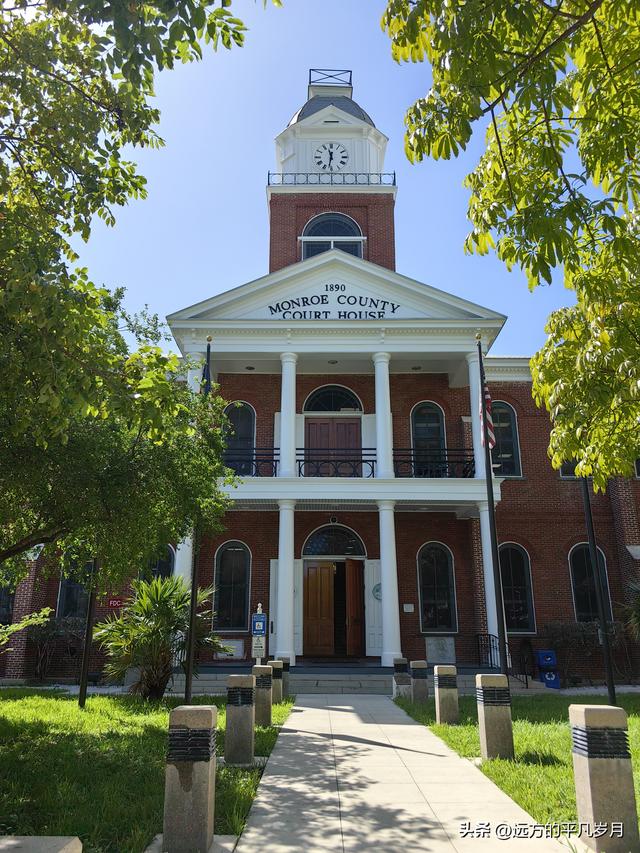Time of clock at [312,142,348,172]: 11:31
